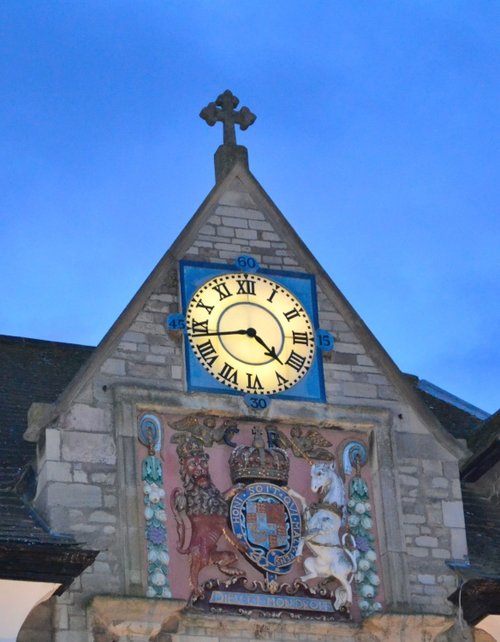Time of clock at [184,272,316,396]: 4:43
